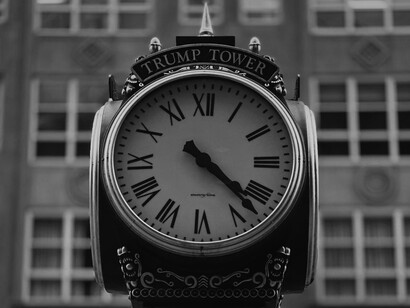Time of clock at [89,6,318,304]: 4:22
